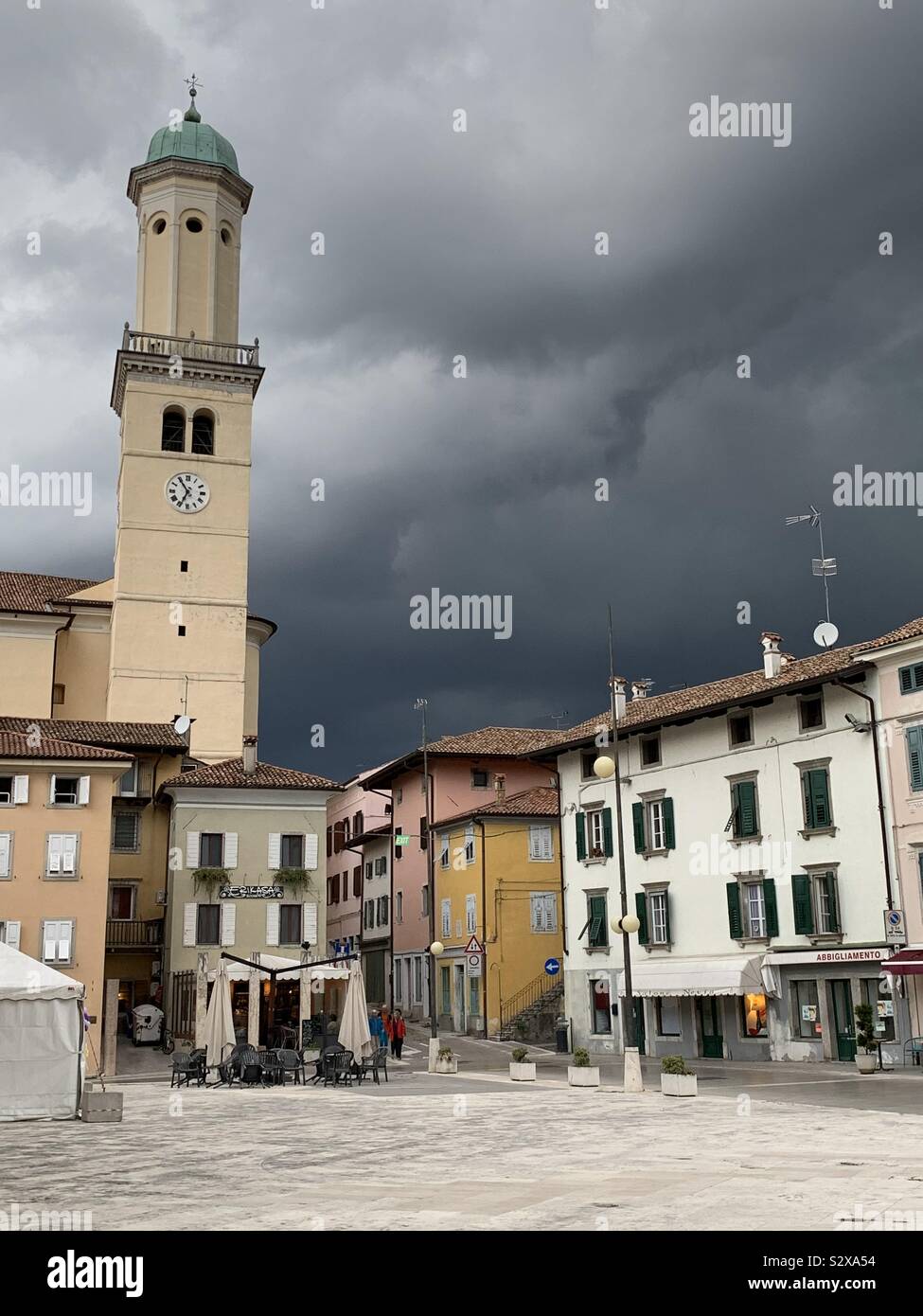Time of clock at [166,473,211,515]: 6:54
